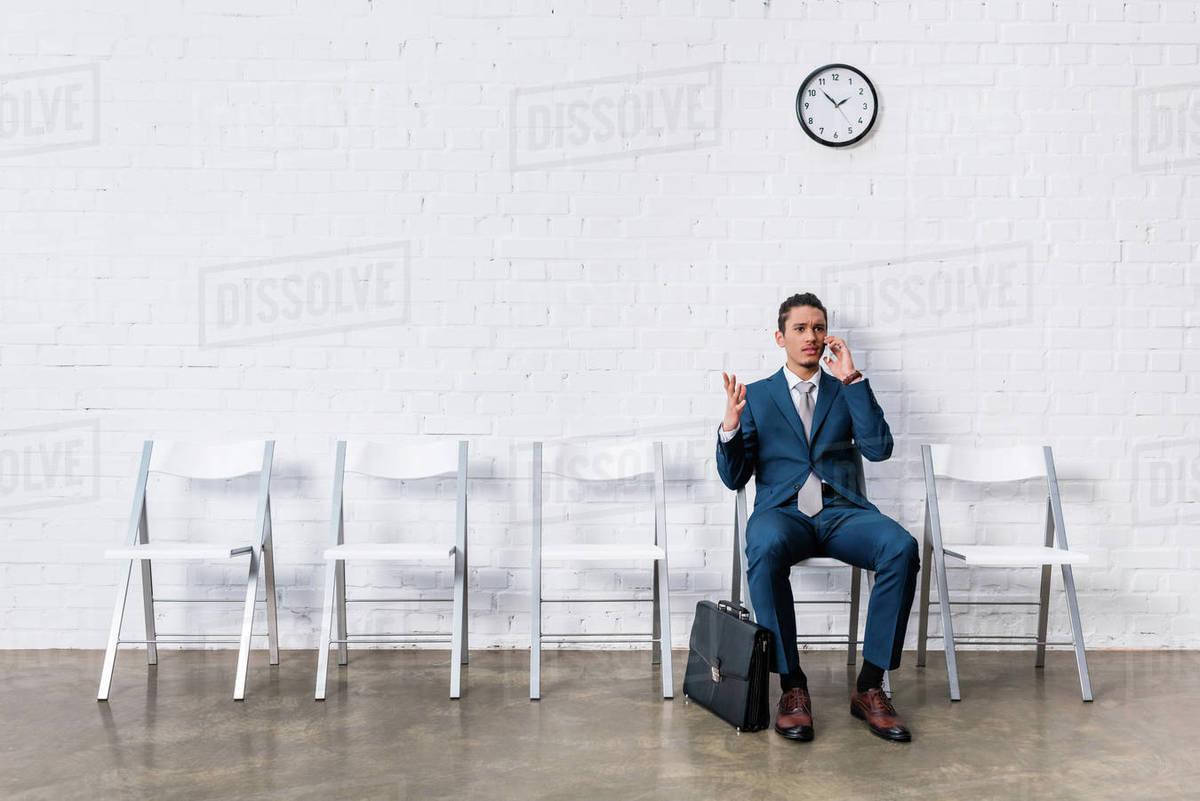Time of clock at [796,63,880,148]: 1:52
